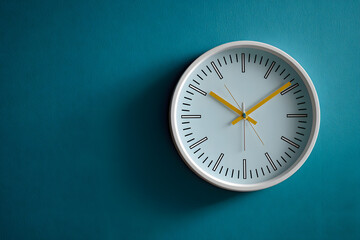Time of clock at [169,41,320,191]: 10:09
